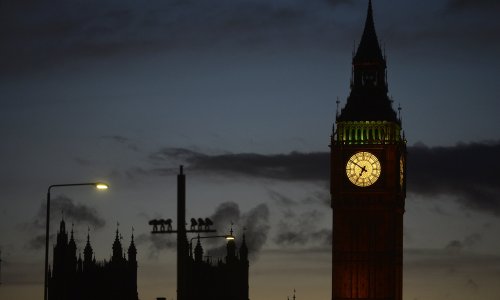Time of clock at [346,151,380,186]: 6:50
